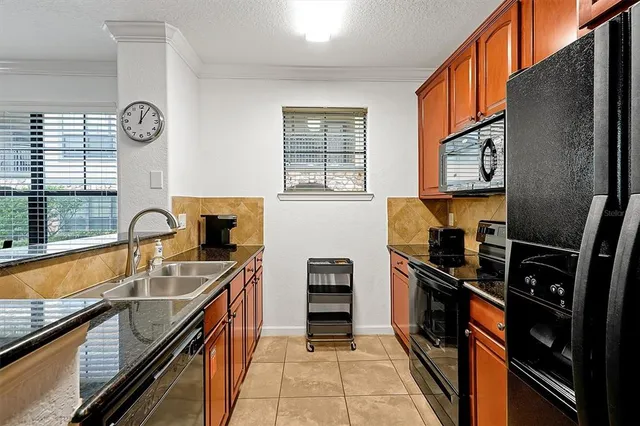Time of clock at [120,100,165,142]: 12:05
